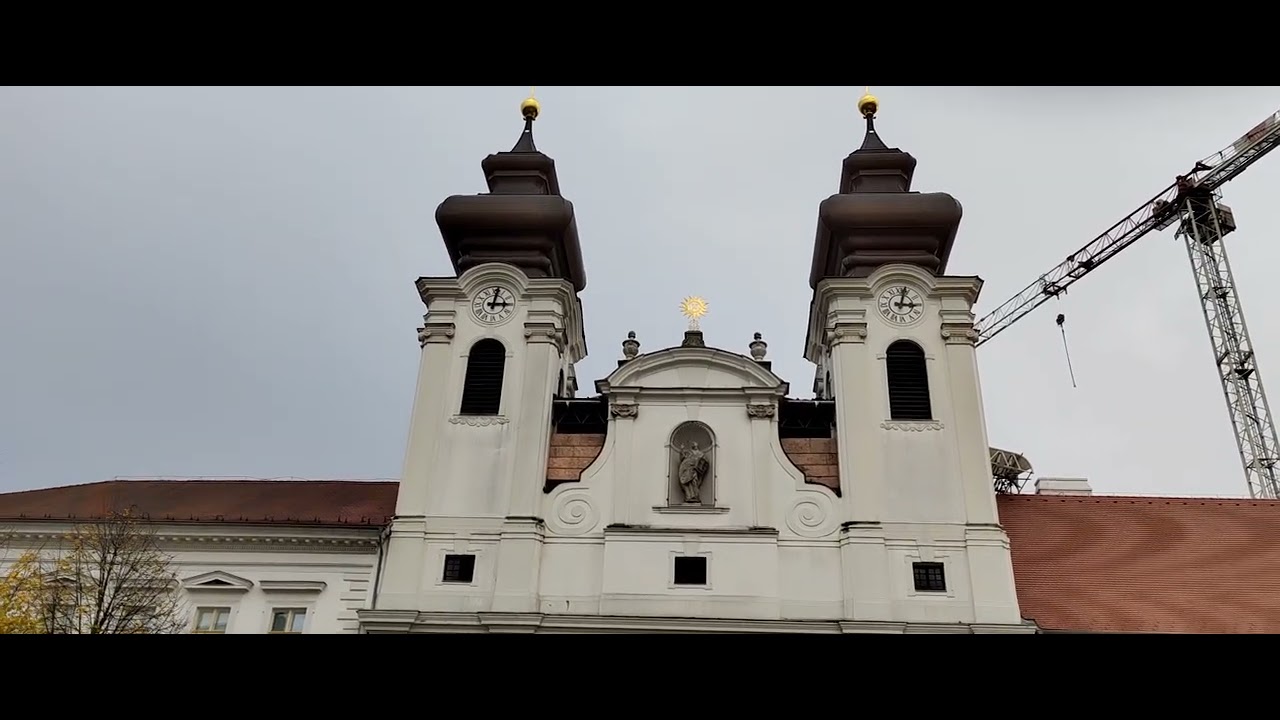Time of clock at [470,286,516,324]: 3:01
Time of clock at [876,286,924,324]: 3:02
